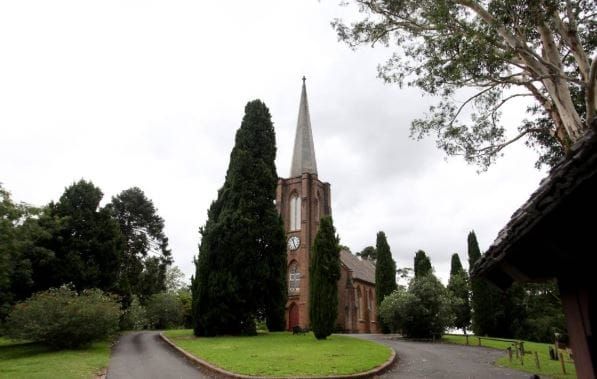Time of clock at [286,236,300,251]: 11:25
